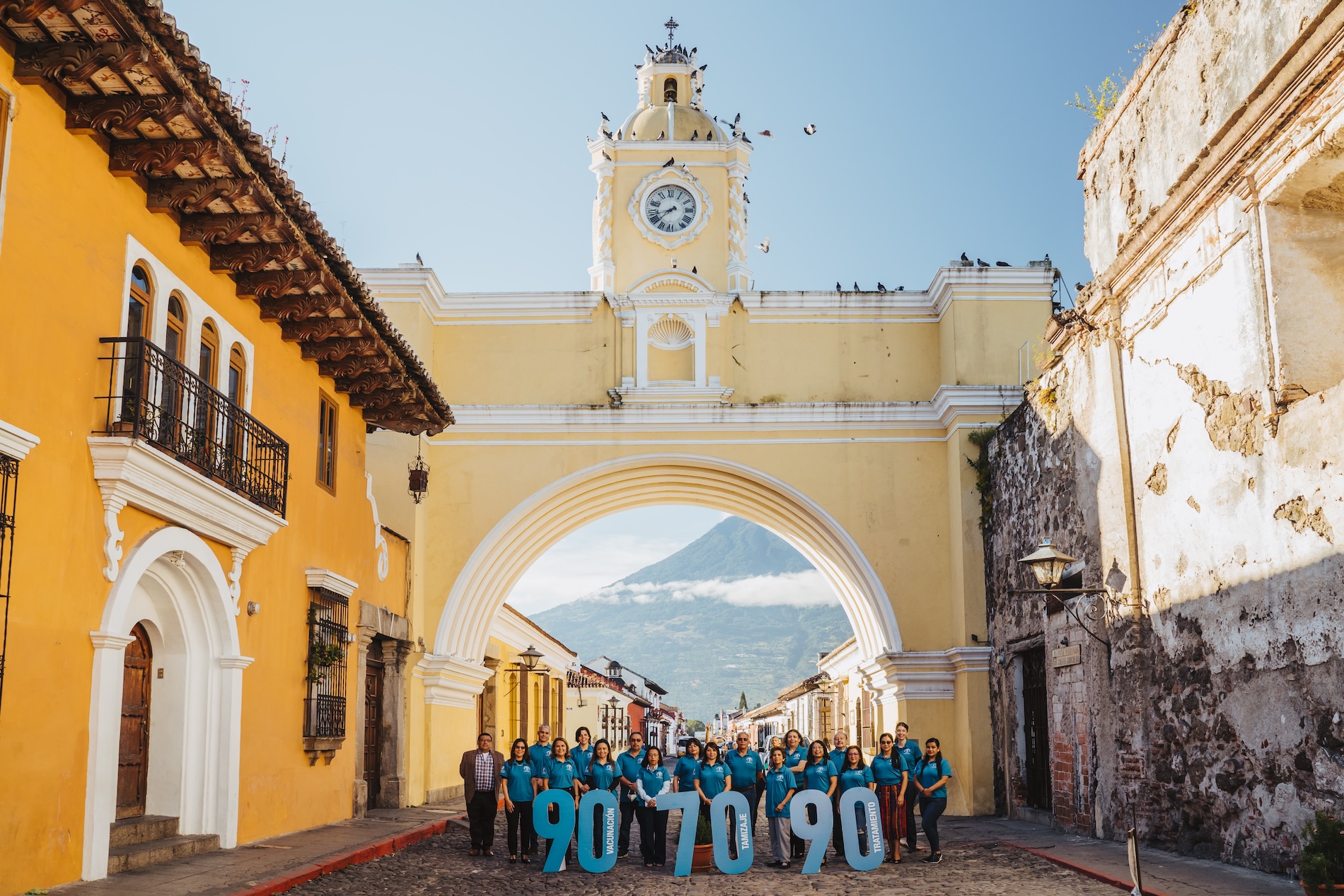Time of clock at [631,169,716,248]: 8:38
